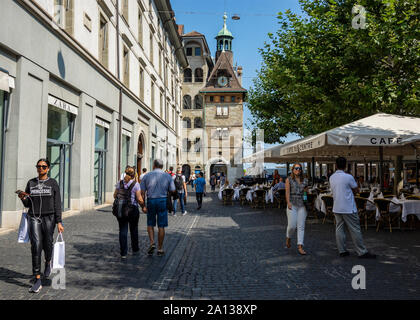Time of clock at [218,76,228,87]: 5:59
